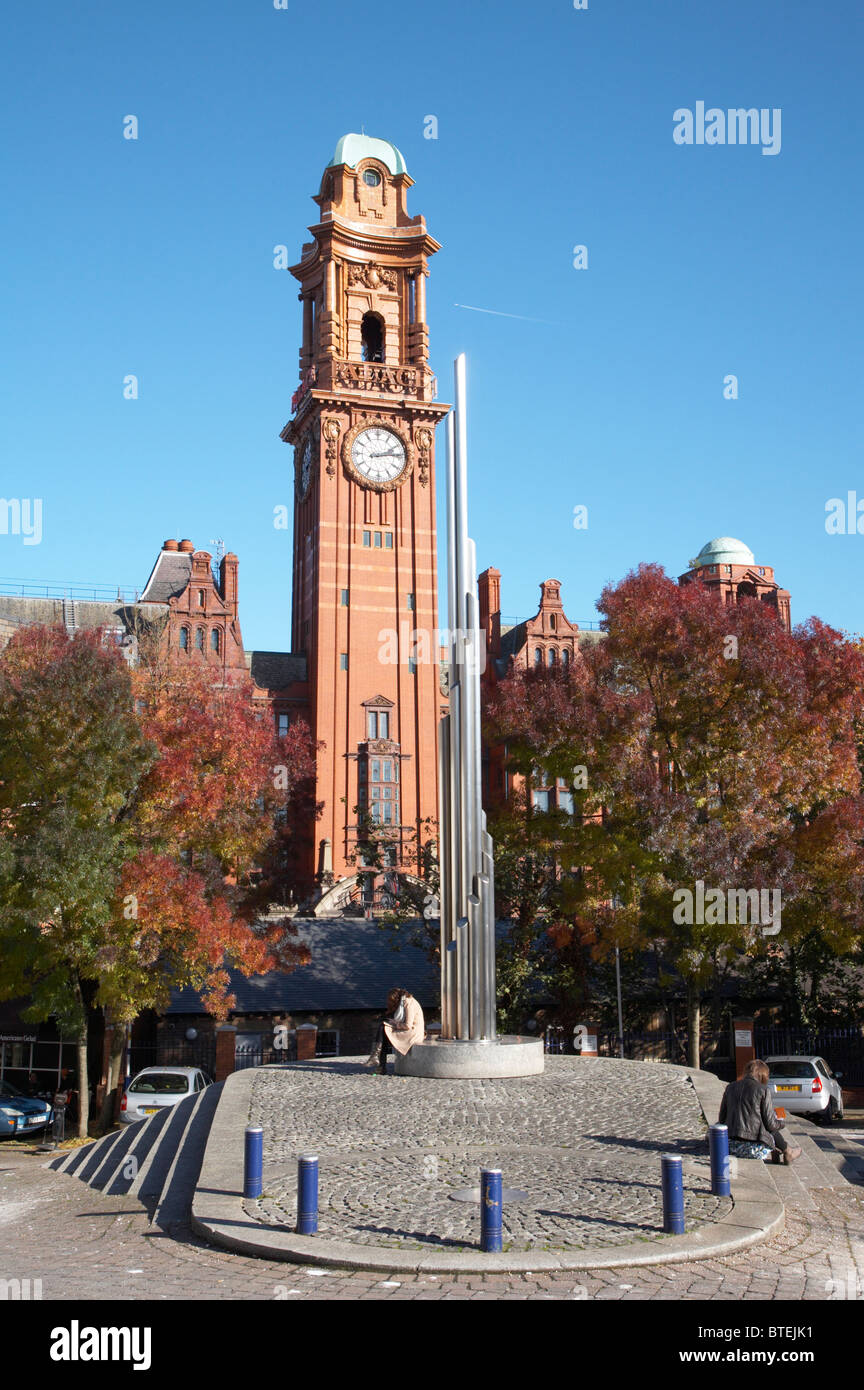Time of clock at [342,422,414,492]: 2:13
